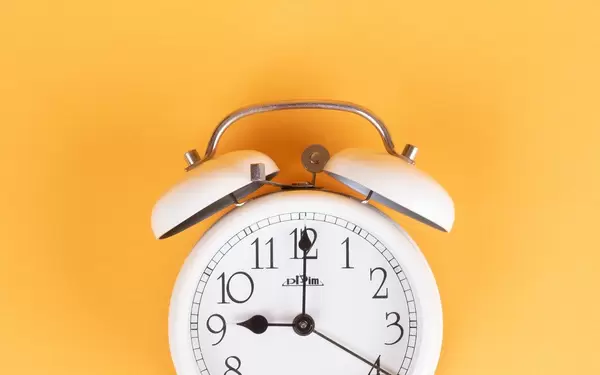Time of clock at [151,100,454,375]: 9:00
